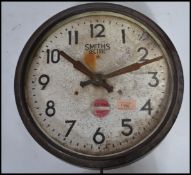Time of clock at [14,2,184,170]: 10:11
